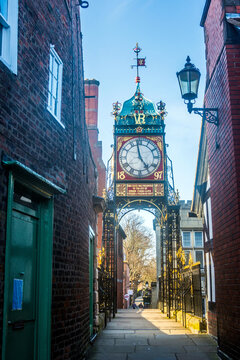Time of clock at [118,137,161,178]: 4:58
